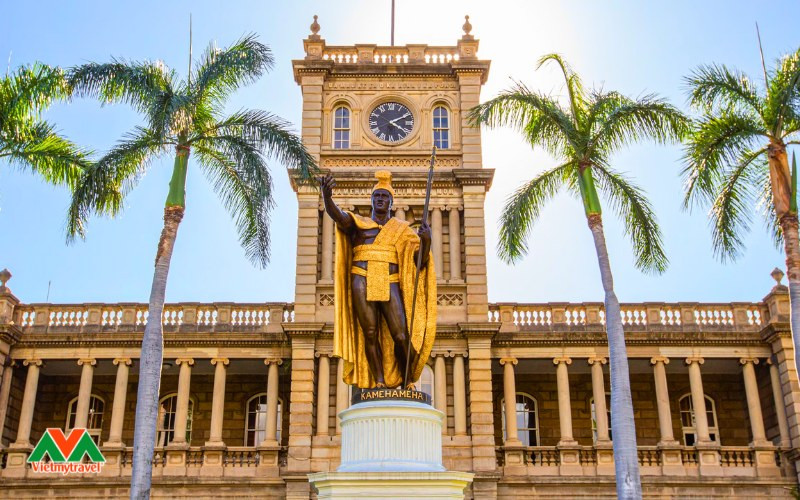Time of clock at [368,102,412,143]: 4:10
